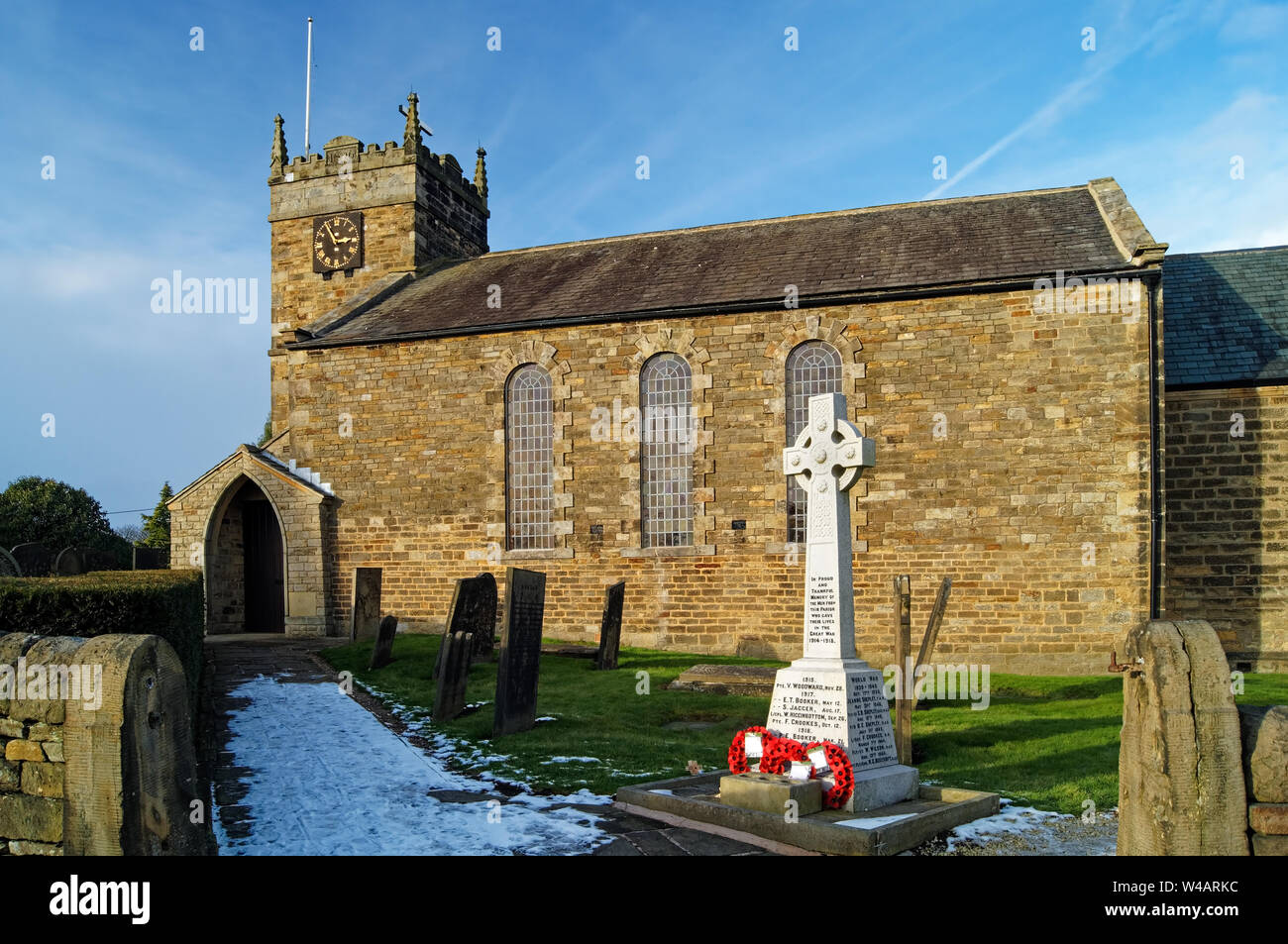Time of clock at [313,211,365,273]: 2:54
